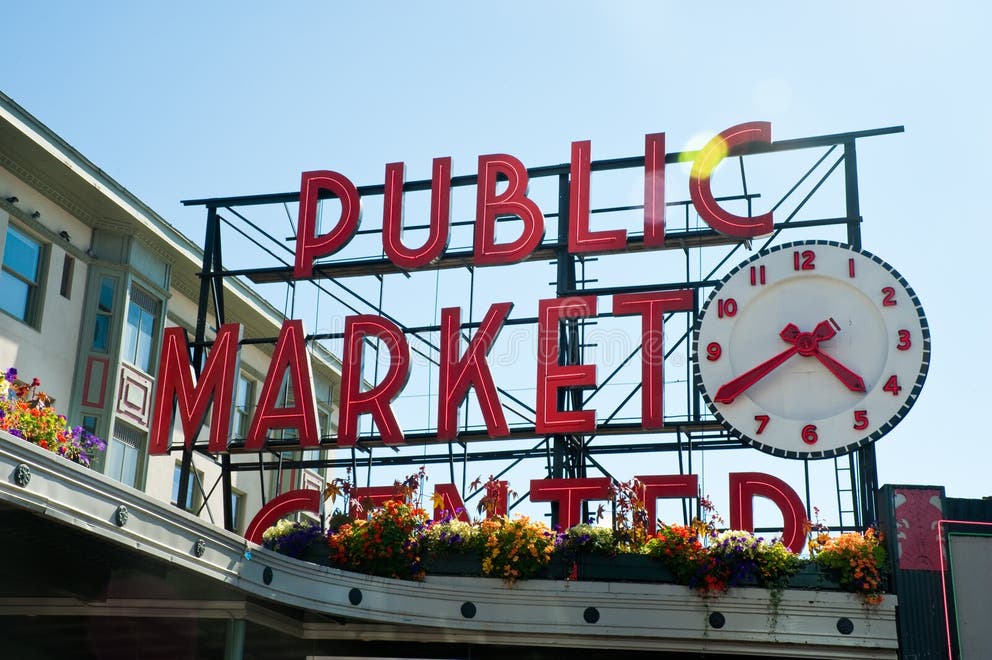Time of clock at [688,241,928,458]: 4:40
